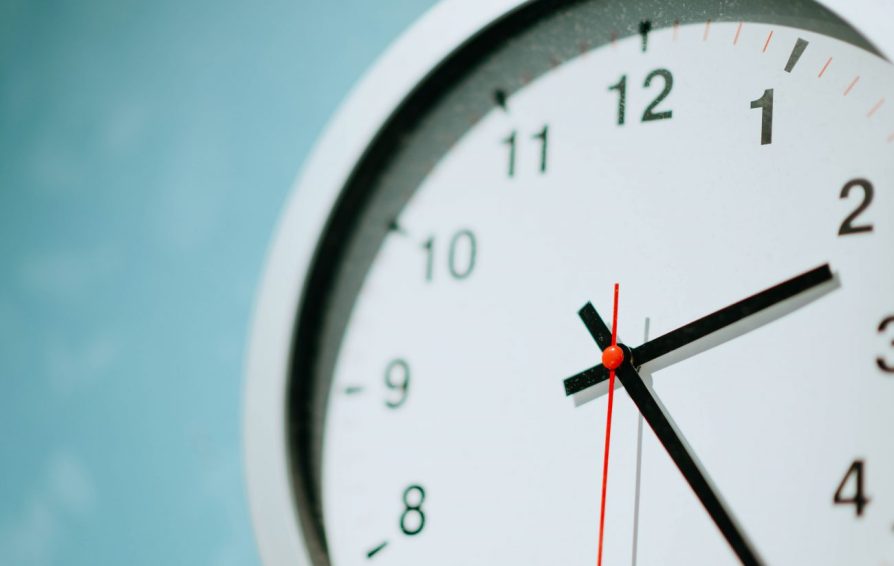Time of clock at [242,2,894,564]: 2:23
